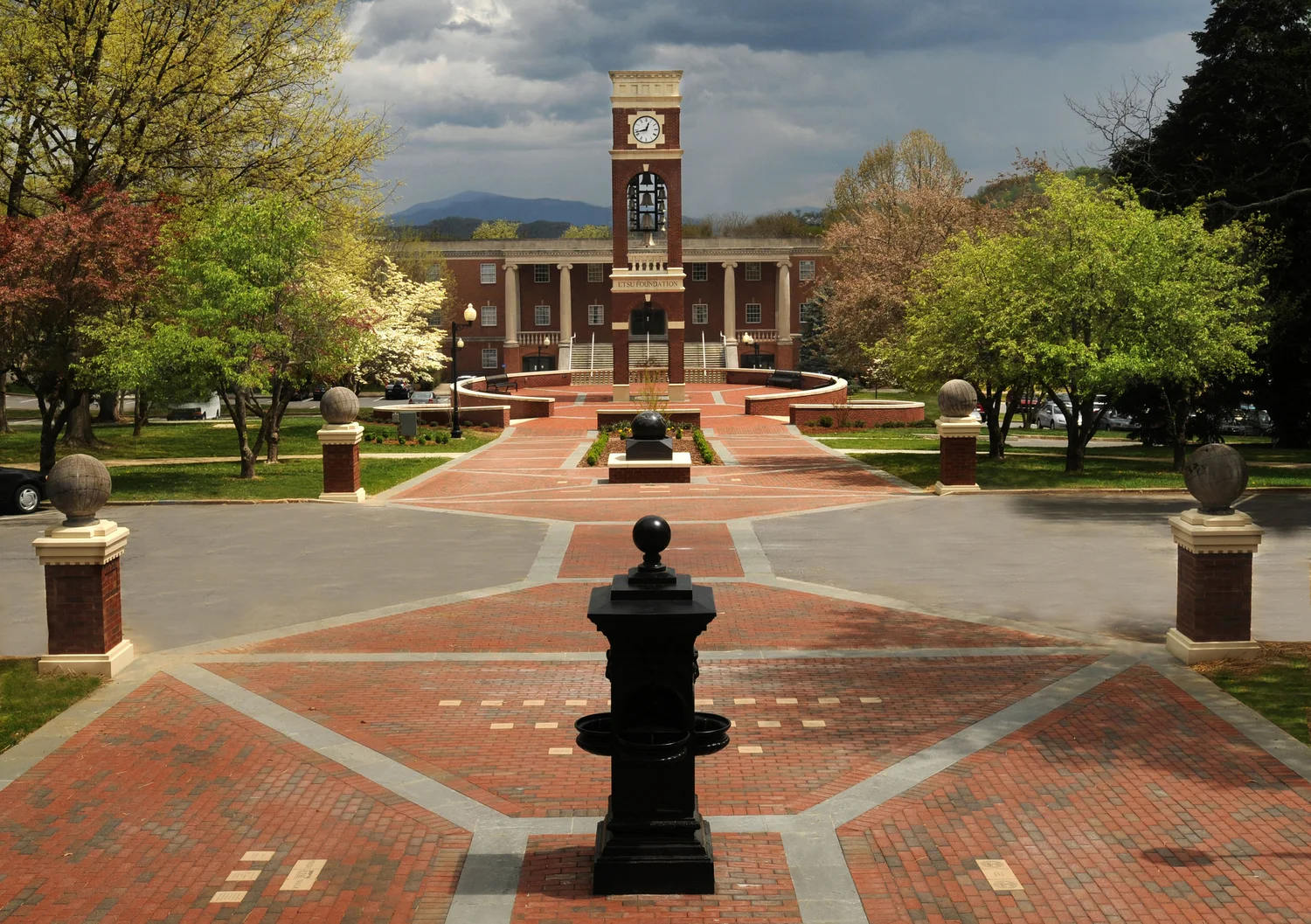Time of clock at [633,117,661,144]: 12:42
